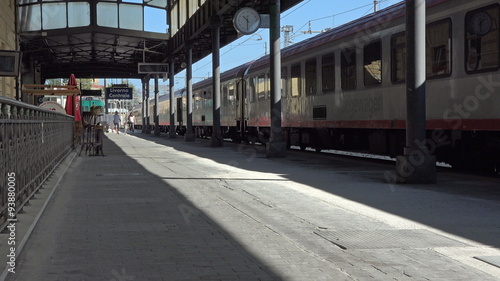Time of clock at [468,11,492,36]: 1:28
